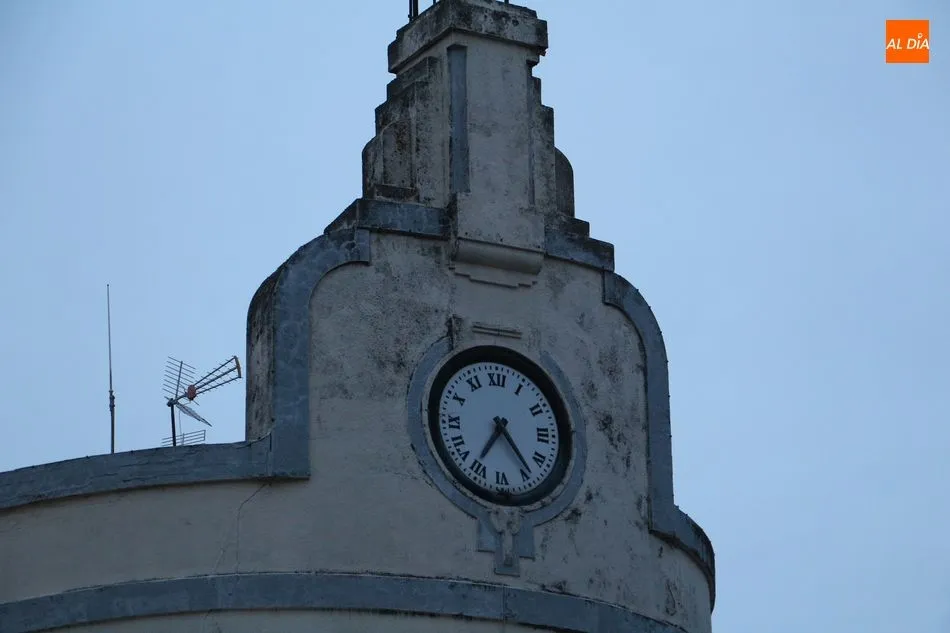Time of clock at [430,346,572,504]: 4:35
